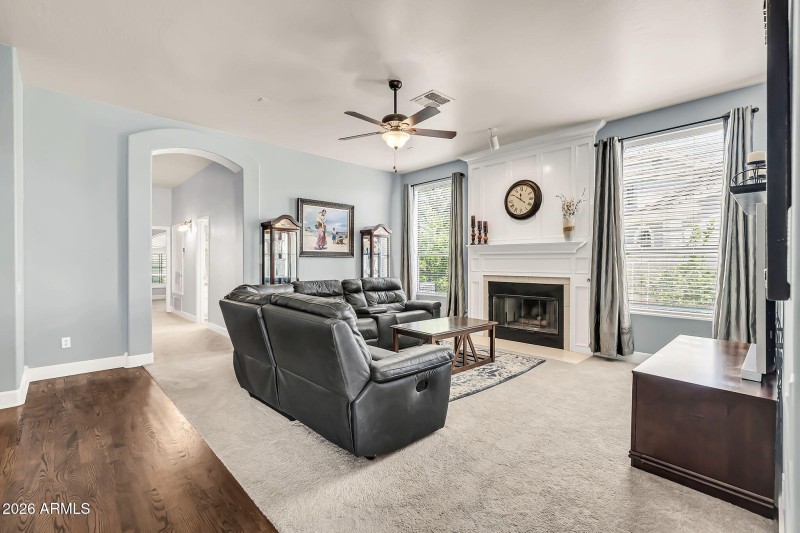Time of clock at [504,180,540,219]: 11:50
